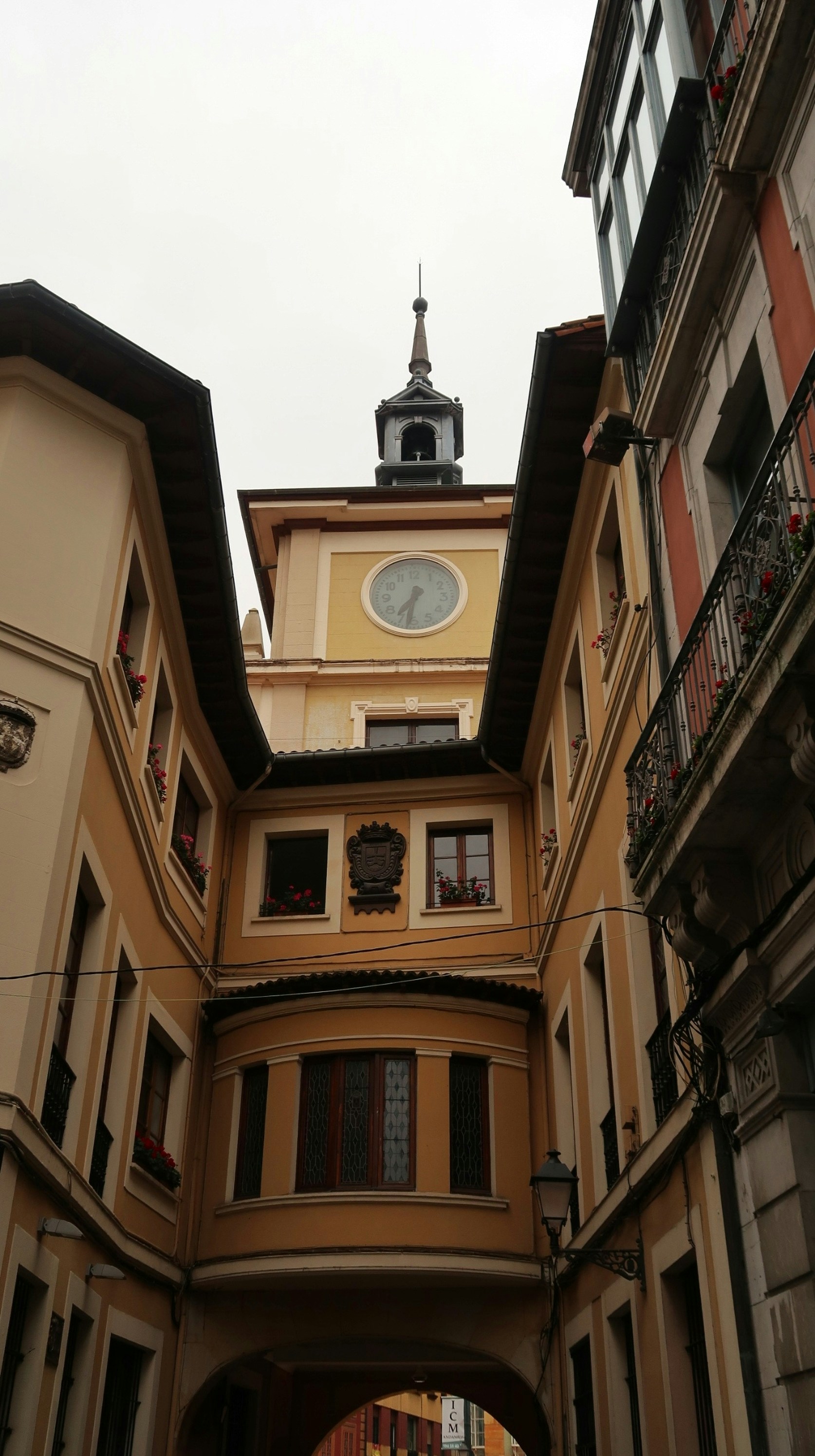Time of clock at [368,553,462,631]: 7:31
